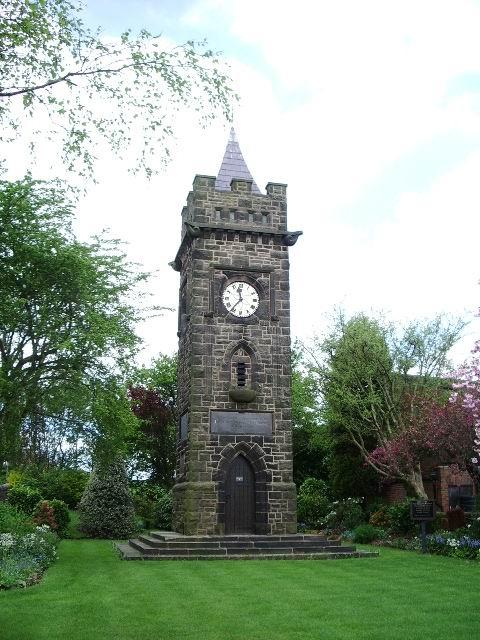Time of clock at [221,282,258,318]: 11:36
